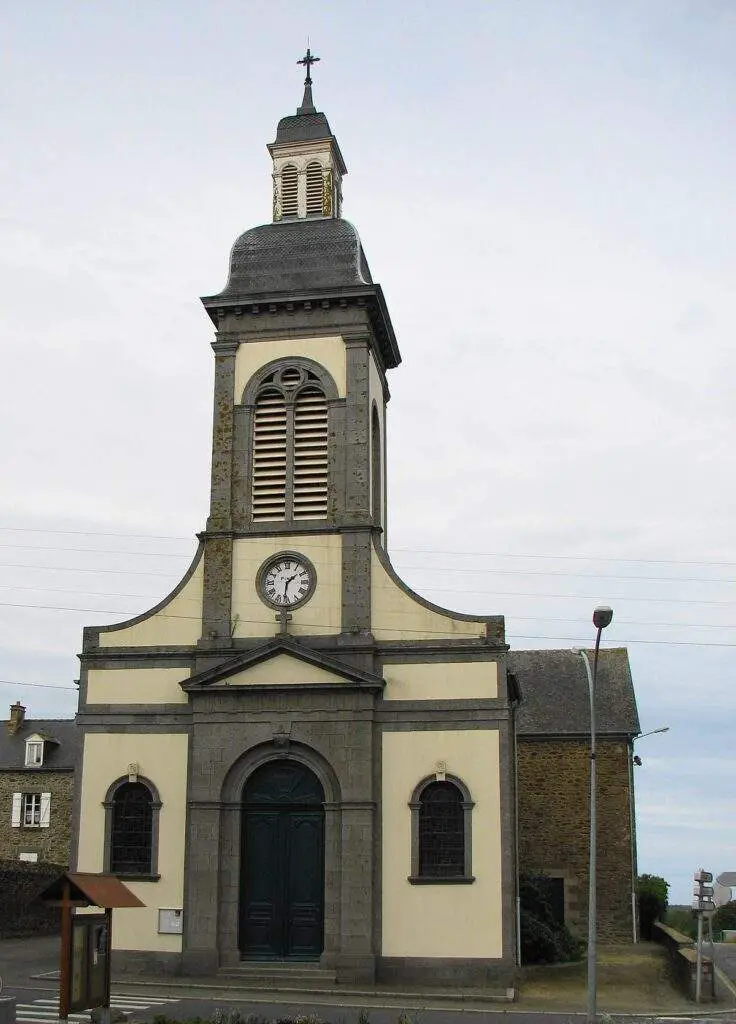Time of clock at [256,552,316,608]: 1:31
